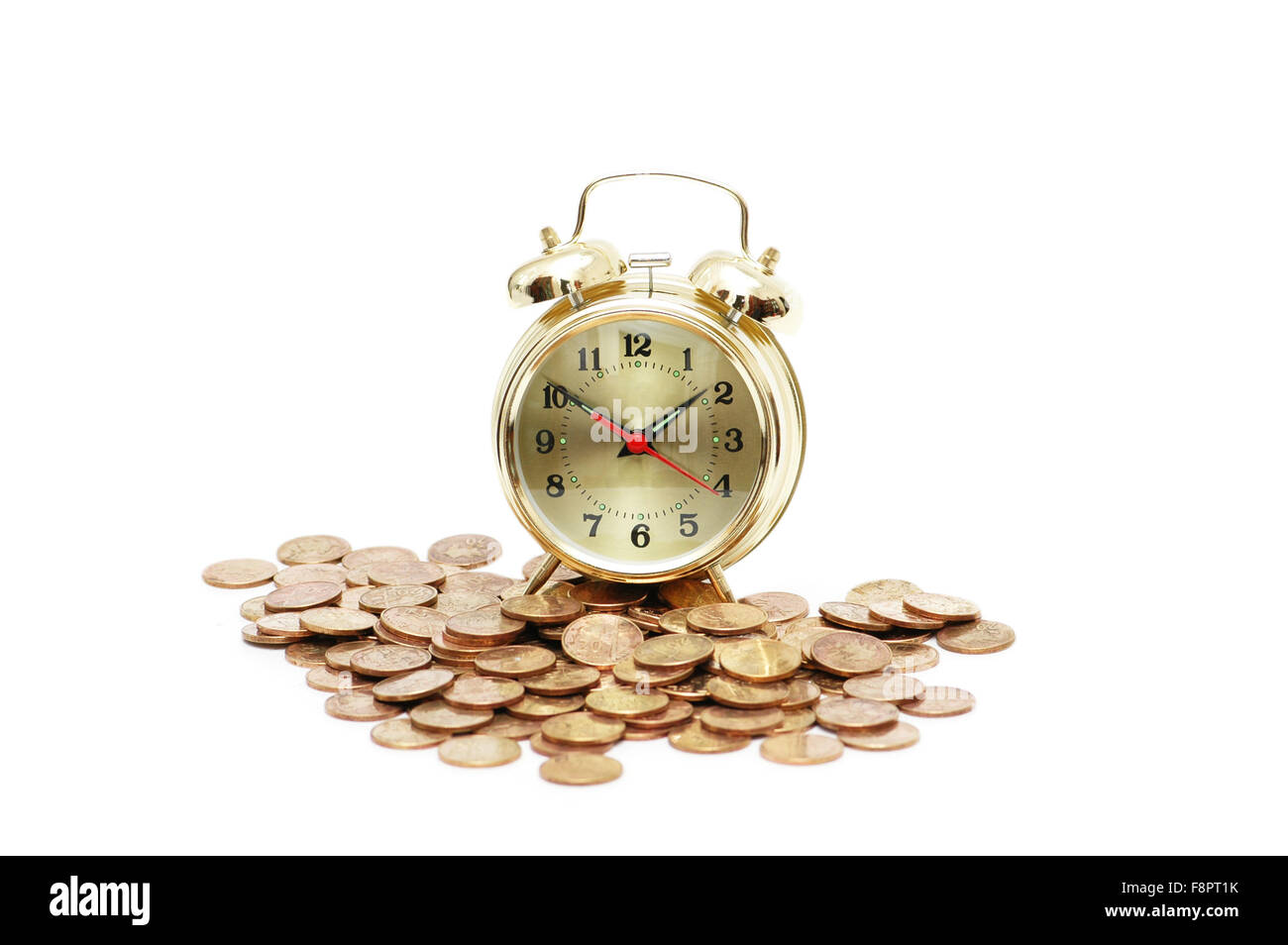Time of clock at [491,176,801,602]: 1:50
